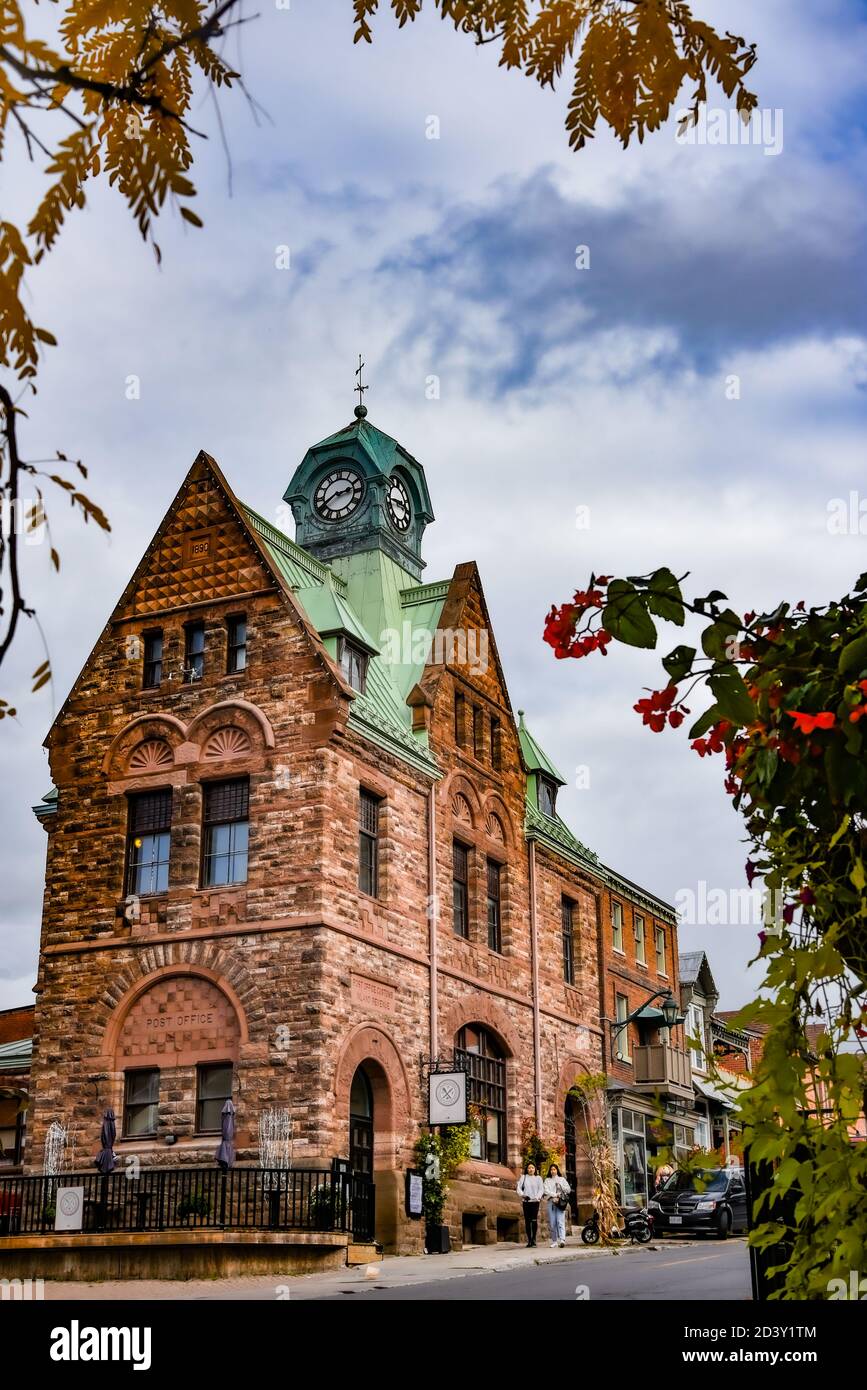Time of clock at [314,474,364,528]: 2:40
